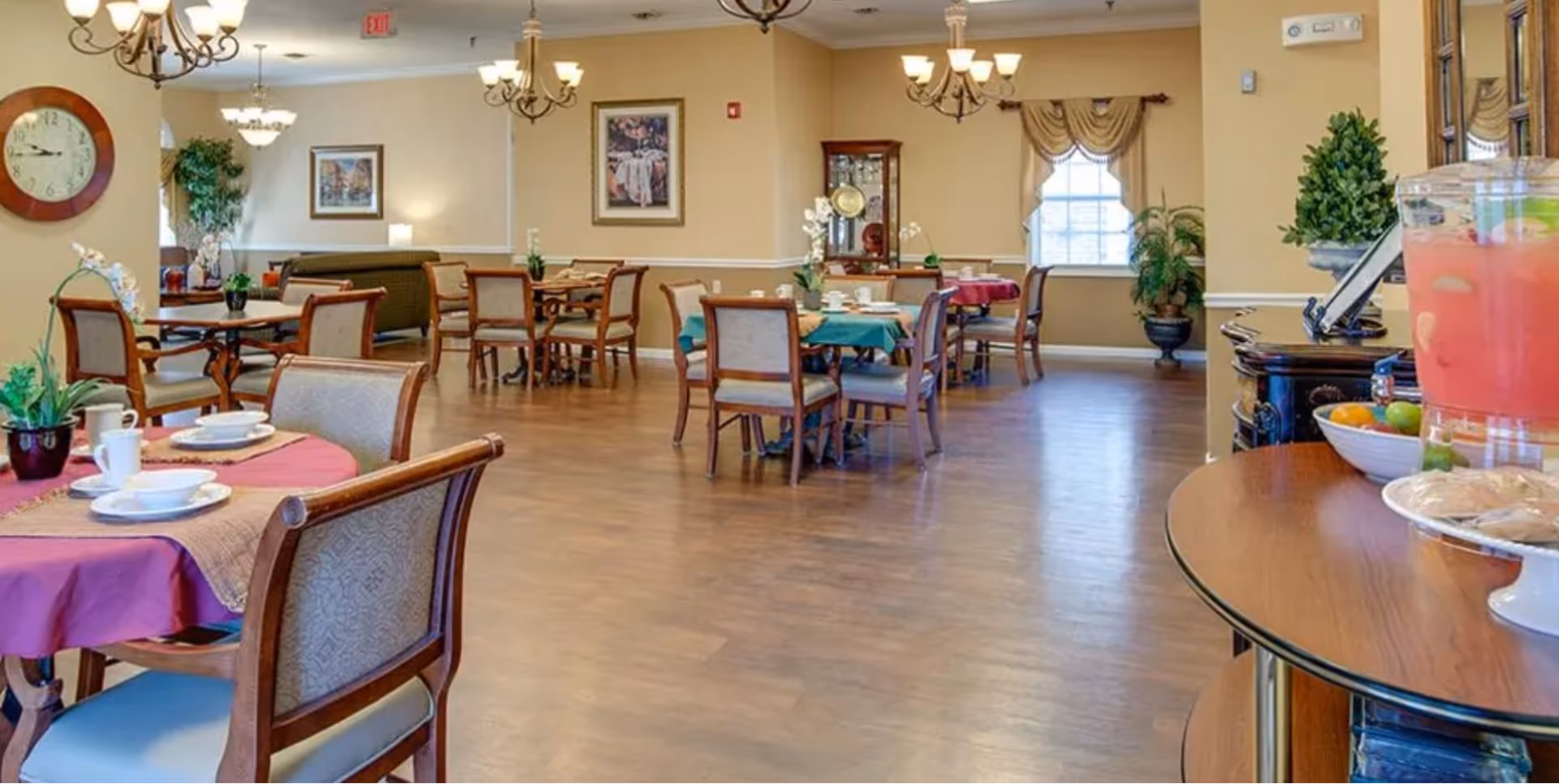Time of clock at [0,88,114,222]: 9:44
